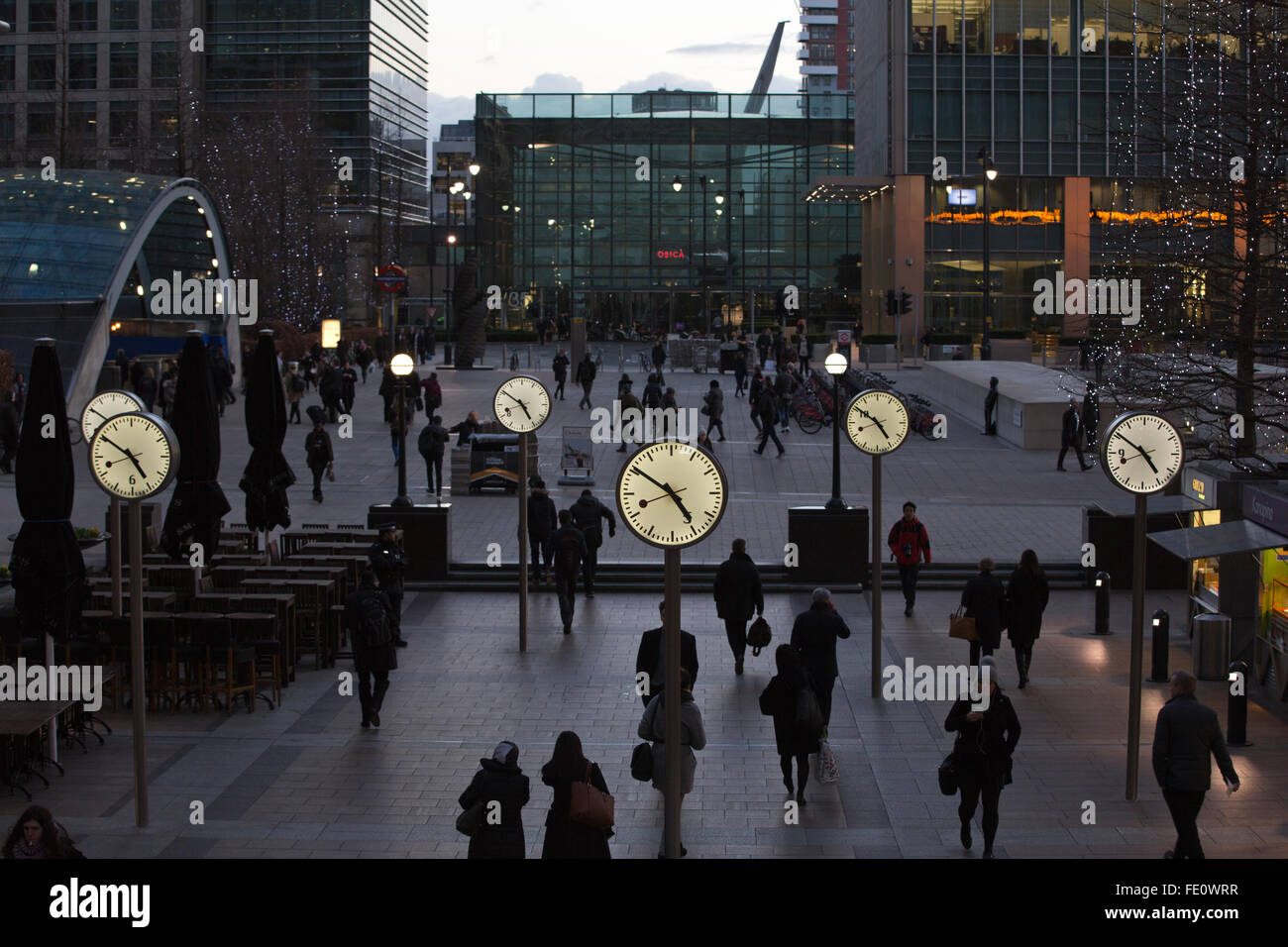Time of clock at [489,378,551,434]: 4:50
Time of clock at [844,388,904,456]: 4:50
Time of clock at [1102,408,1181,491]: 4:50
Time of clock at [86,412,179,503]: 4:50
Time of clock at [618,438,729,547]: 4:50
